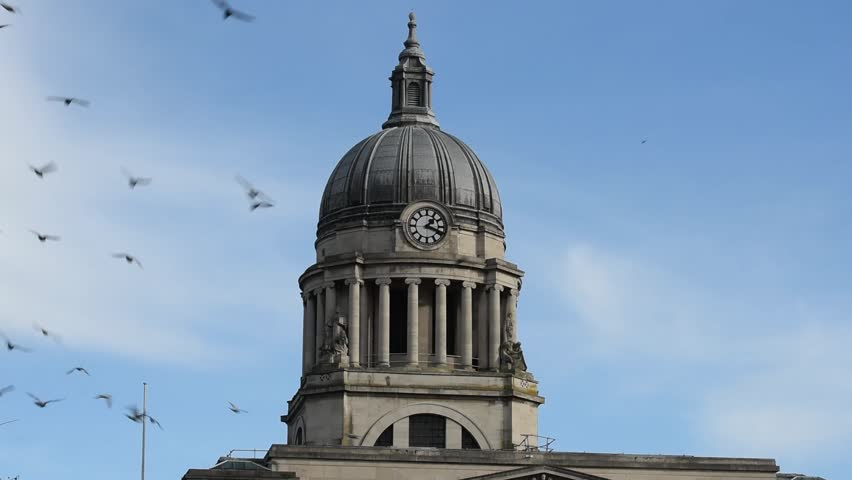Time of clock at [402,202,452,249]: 1:18
